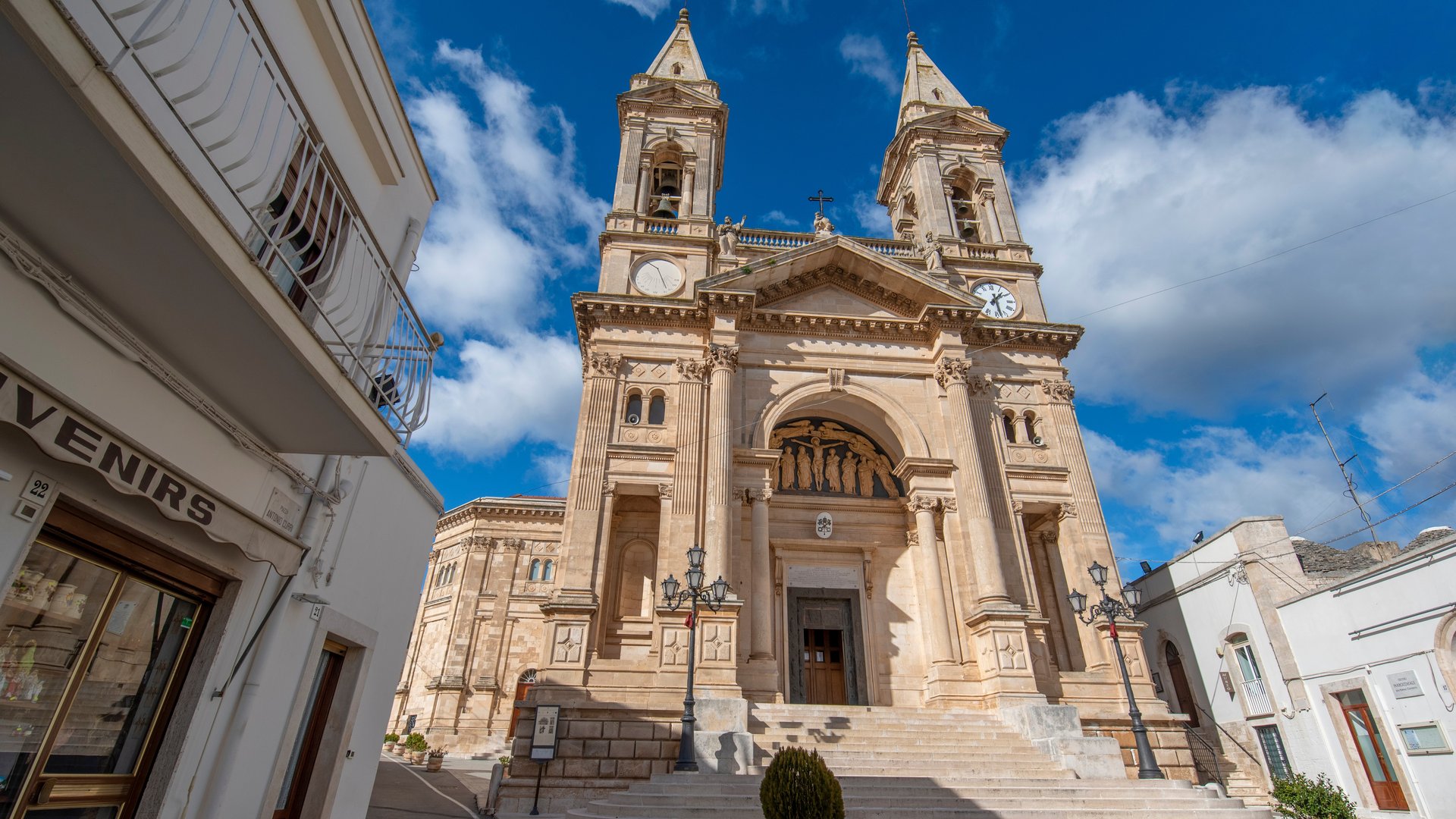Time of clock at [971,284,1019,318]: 1:28
